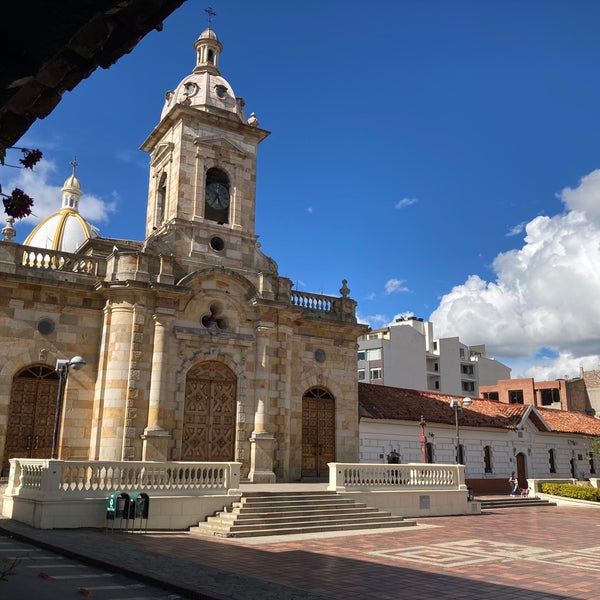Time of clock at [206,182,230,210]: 7:25
